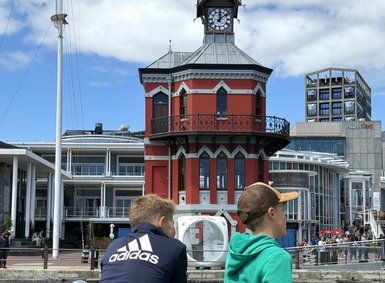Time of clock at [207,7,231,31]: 12:08
